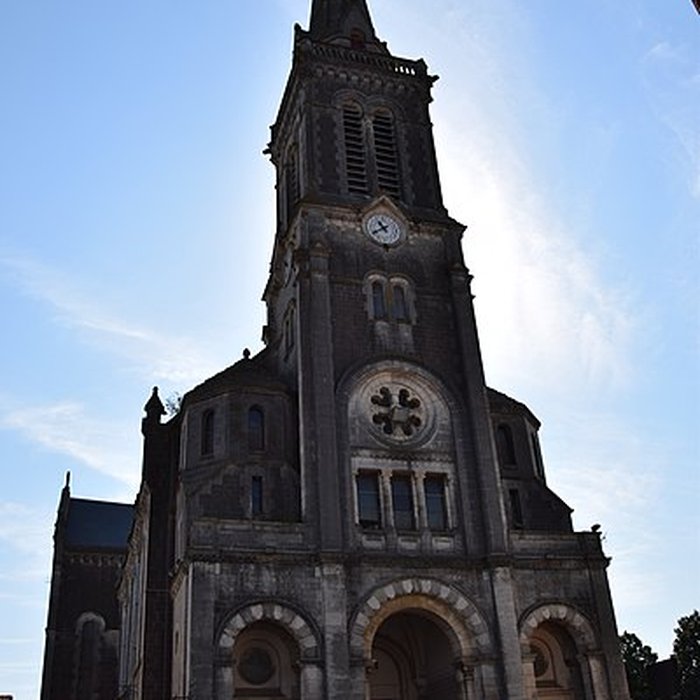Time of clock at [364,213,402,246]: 10:40
